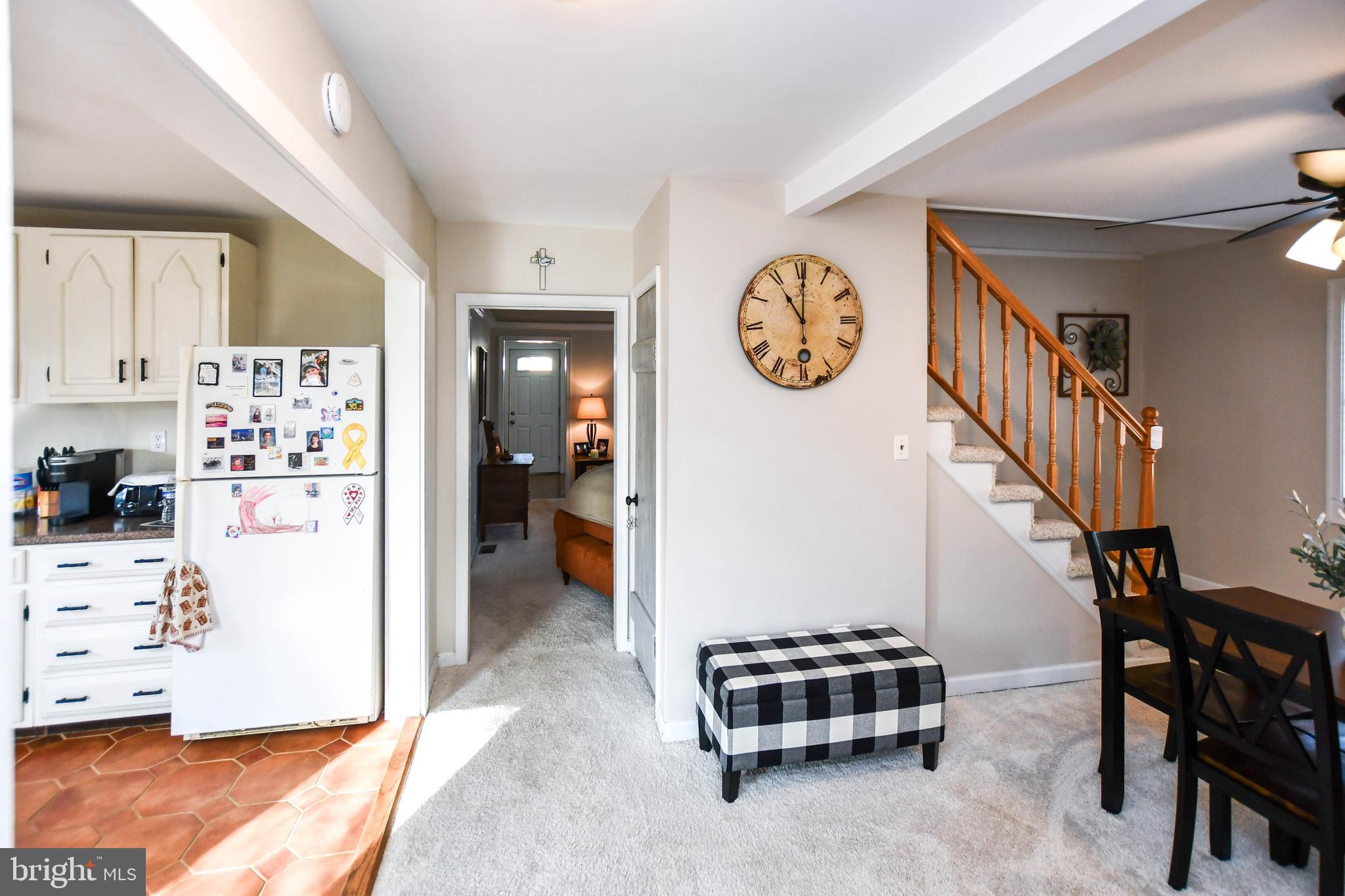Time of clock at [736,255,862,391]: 11:00
